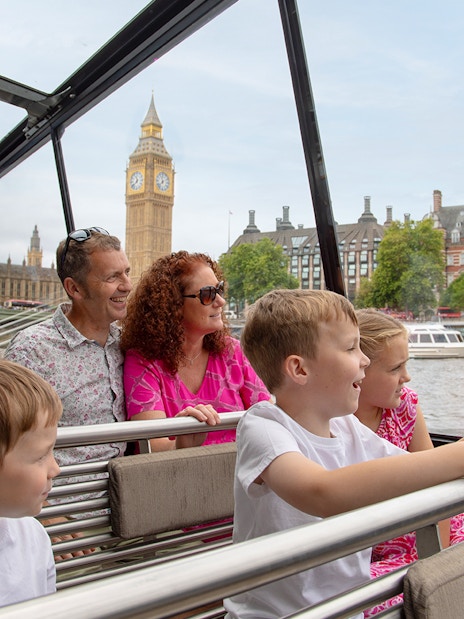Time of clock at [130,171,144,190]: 11:37
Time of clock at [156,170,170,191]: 11:37
